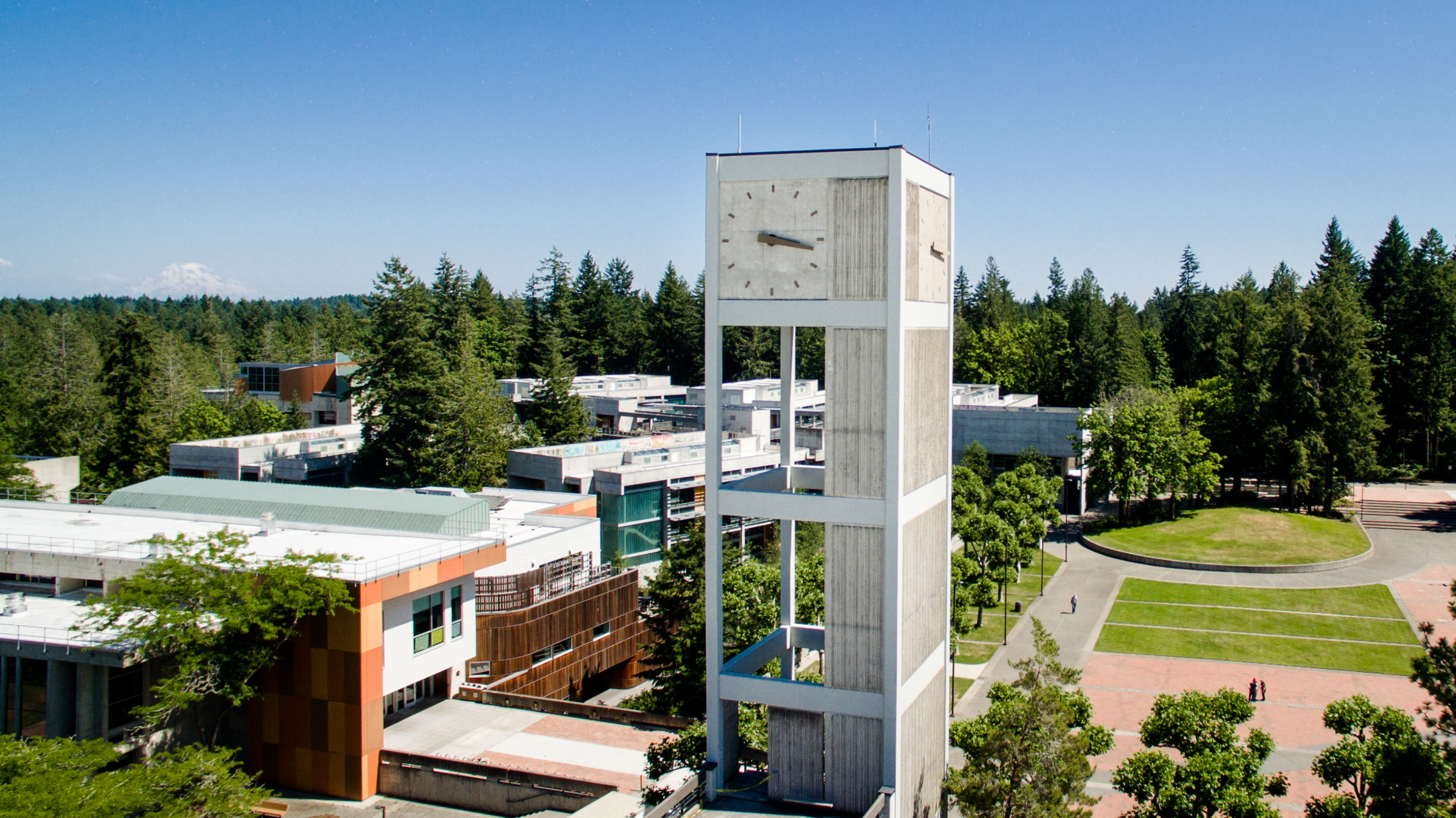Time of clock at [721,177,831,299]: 3:17
